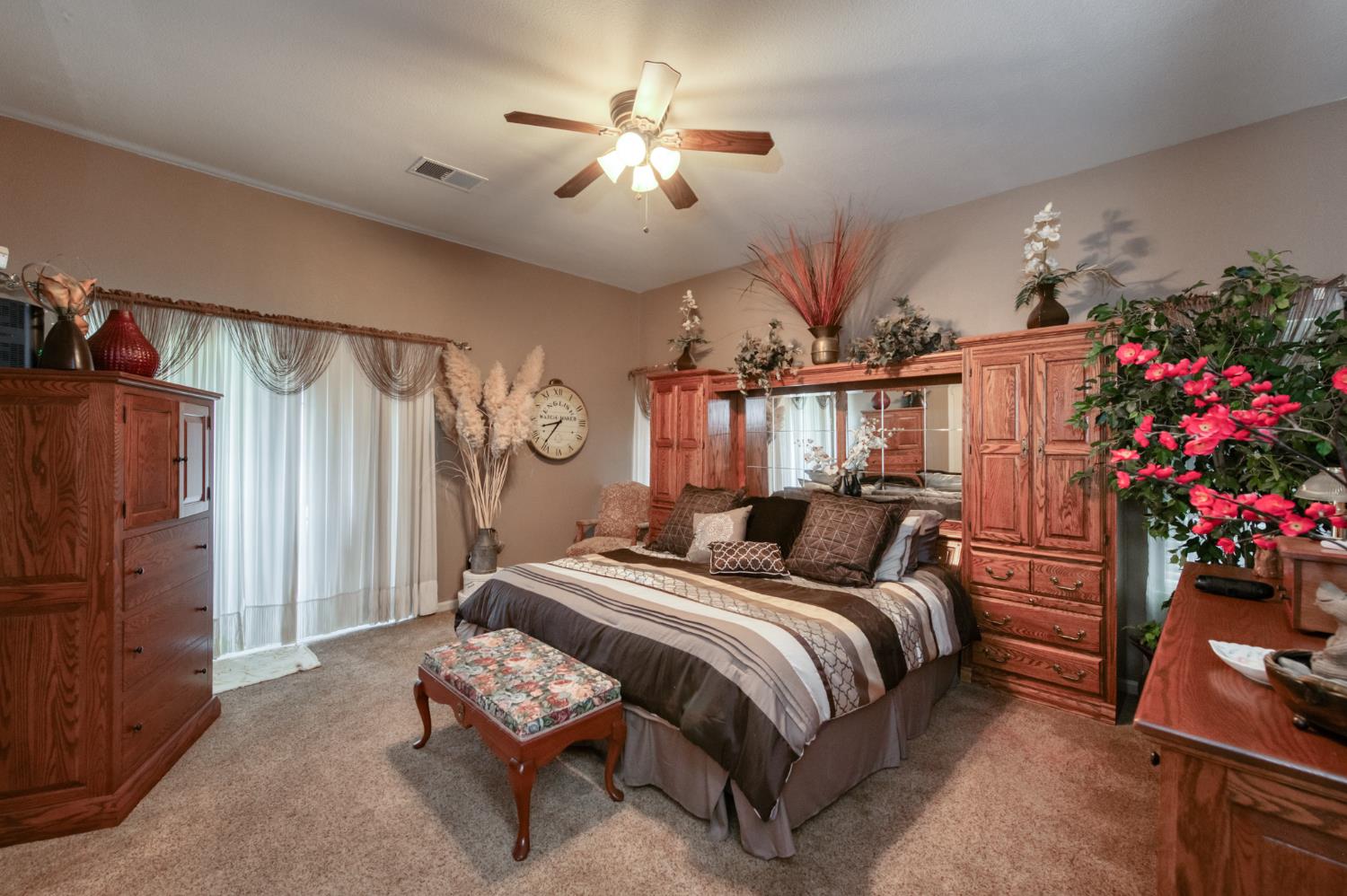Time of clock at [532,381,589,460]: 8:36
